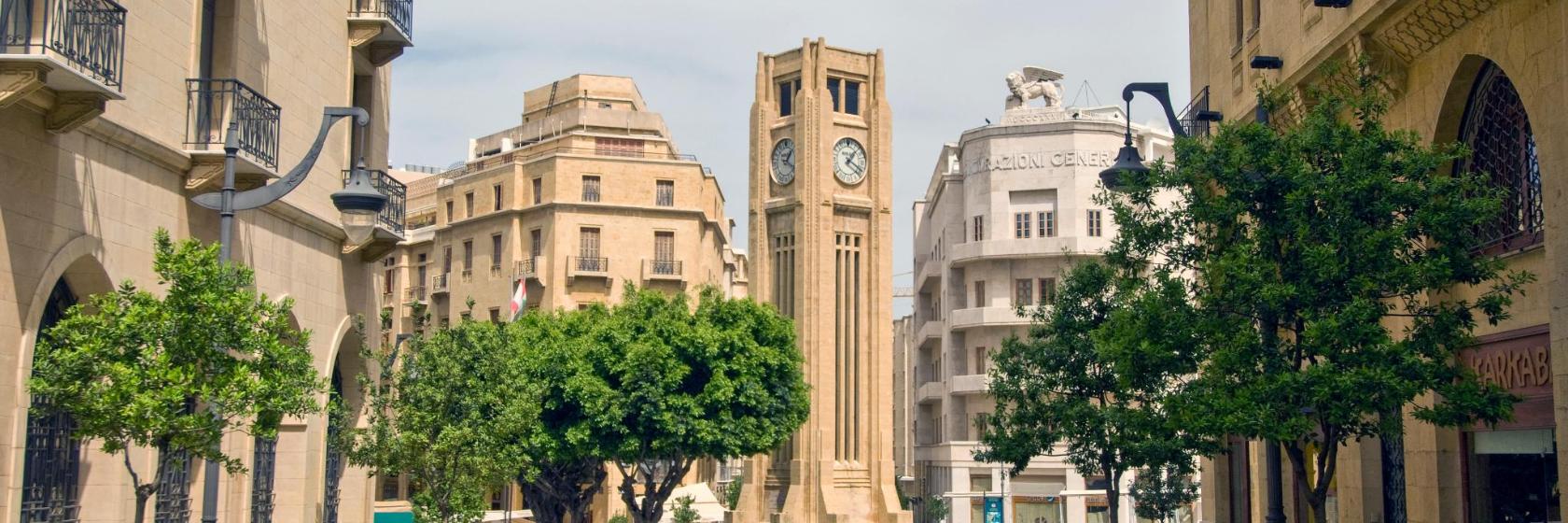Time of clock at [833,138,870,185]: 1:20
